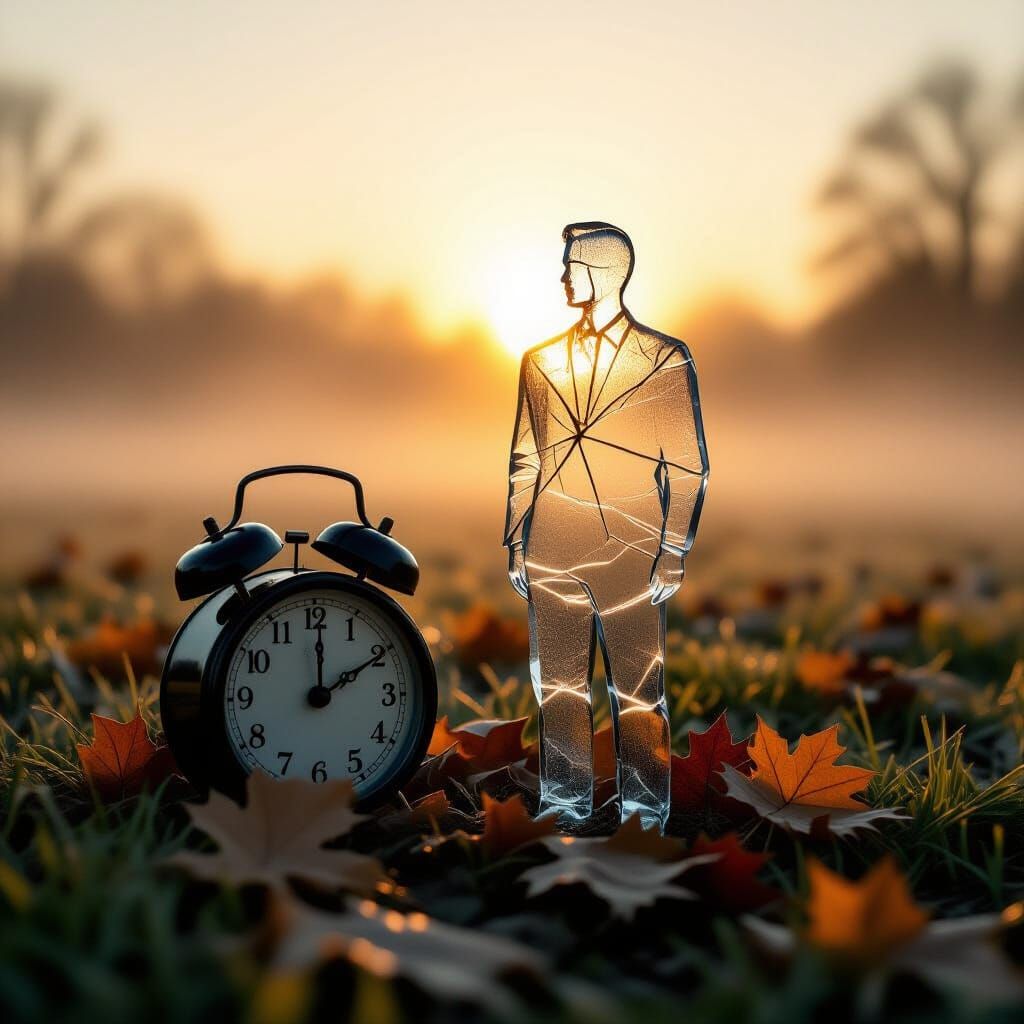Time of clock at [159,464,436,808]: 2:00
